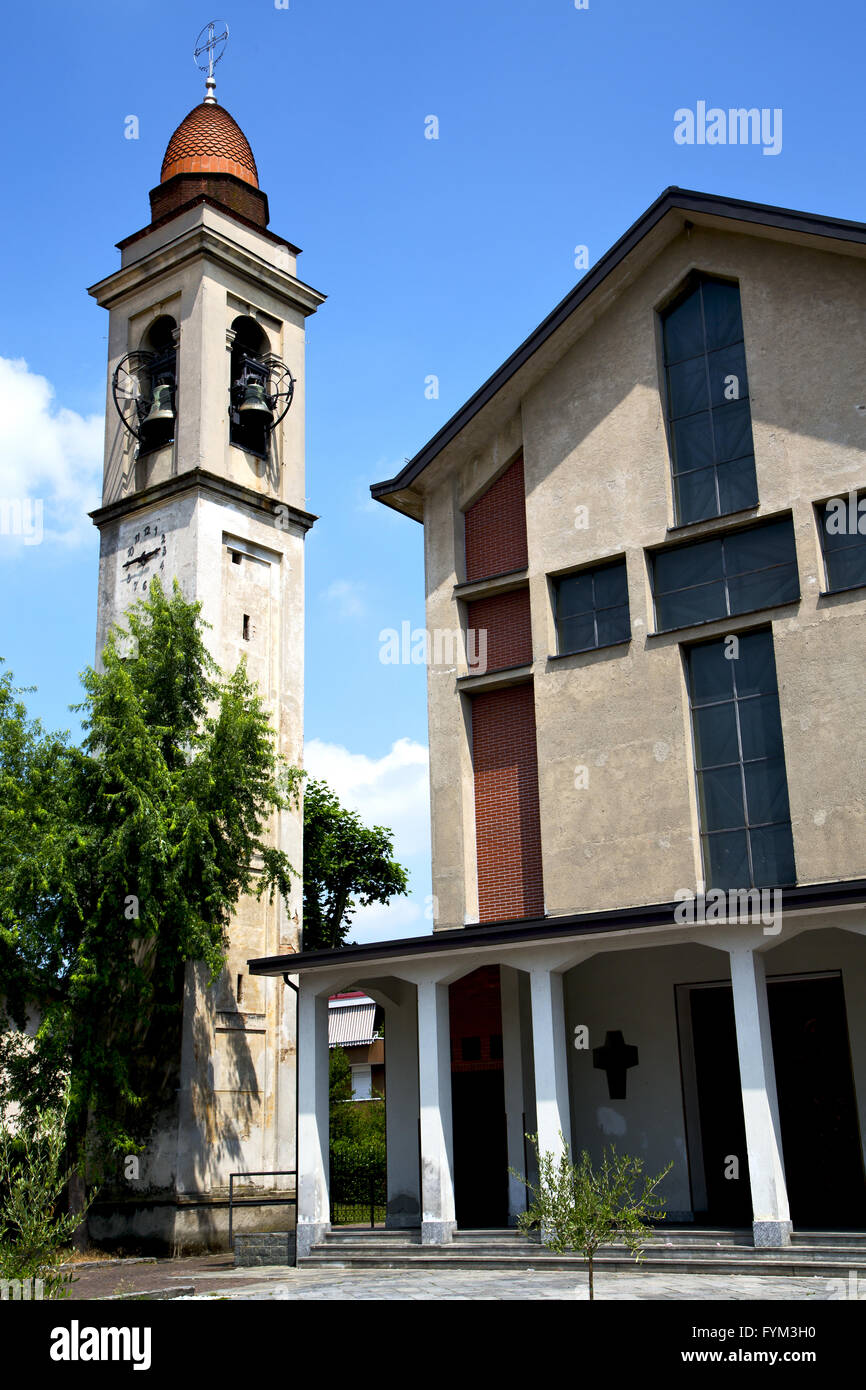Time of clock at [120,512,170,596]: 2:45
